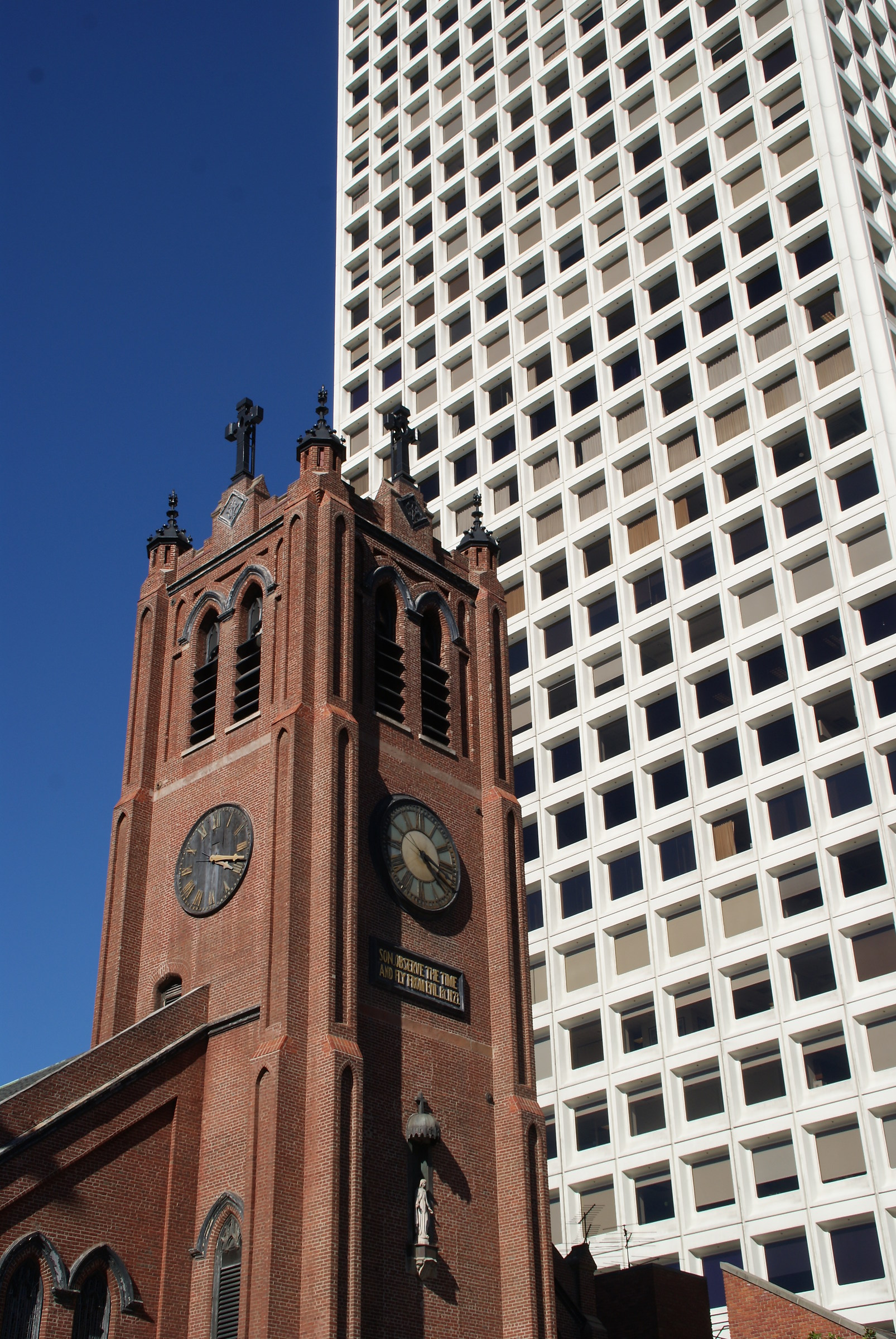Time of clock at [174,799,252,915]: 3:18
